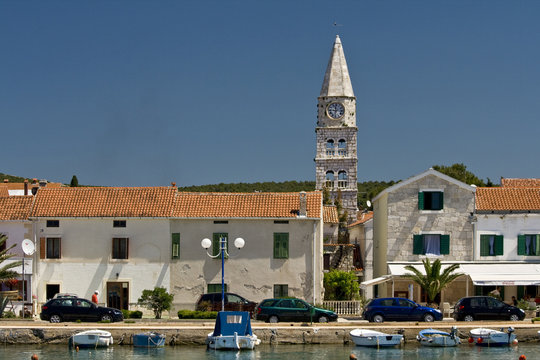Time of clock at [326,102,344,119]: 11:32
